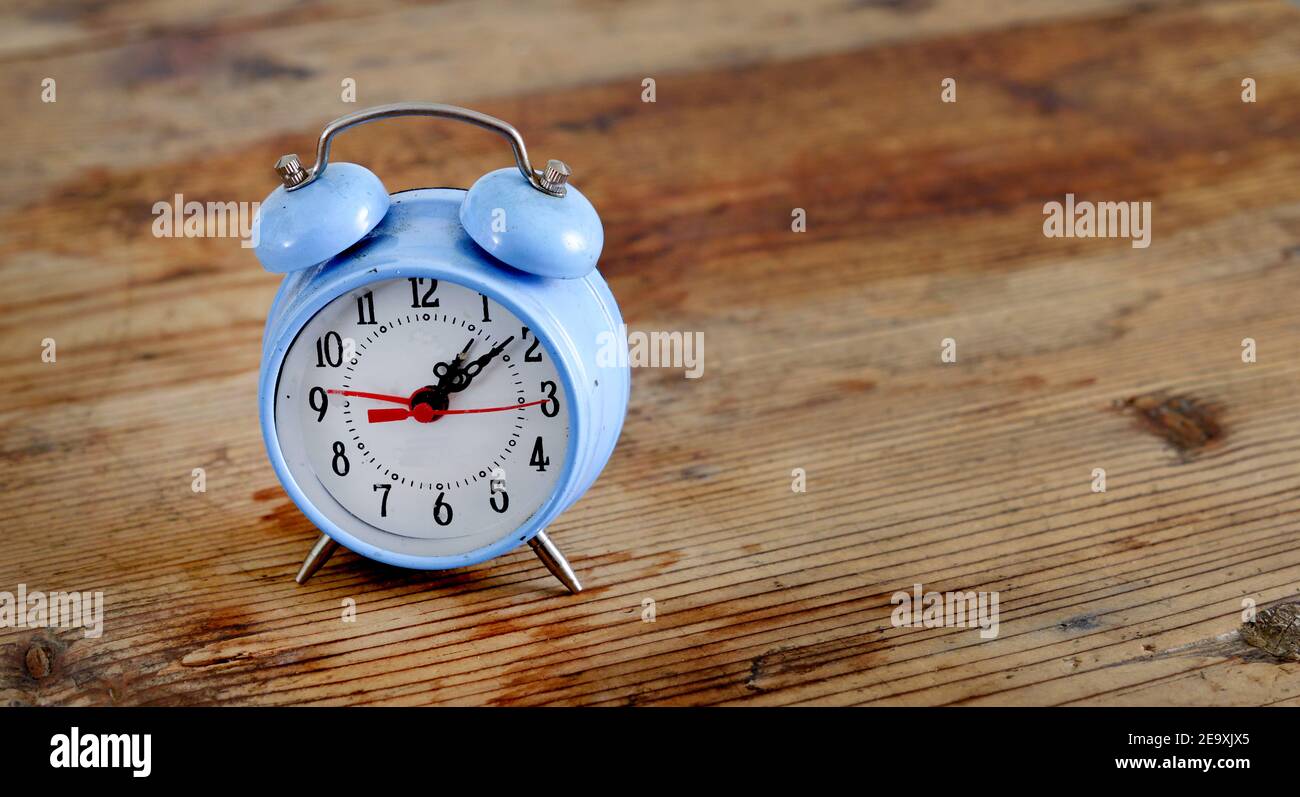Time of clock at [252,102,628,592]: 1:08
